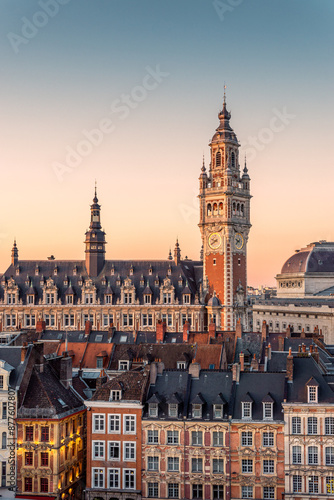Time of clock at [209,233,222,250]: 9:39
